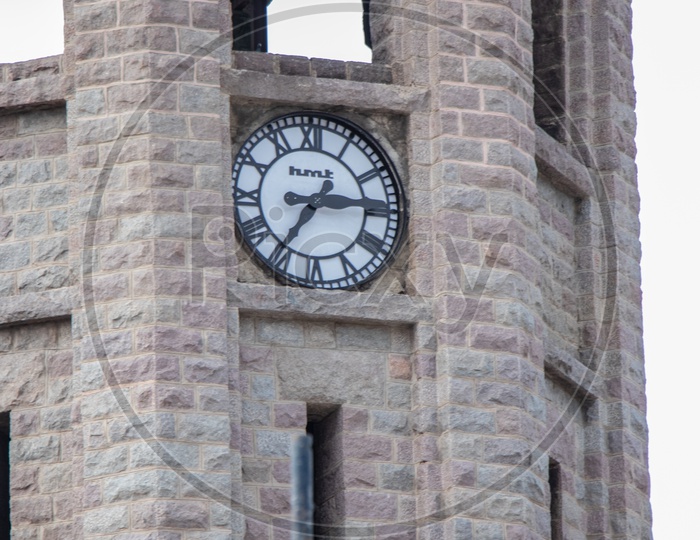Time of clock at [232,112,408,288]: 2:35
